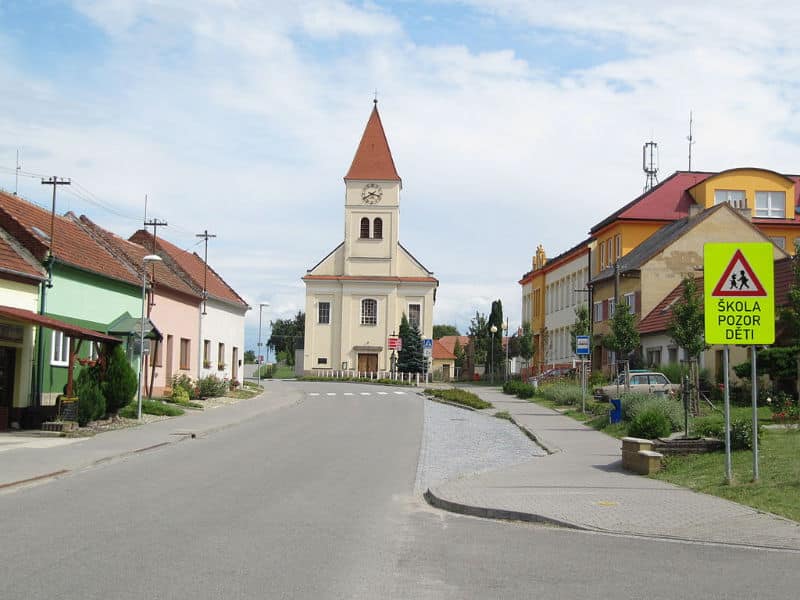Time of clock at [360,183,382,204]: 3:39
